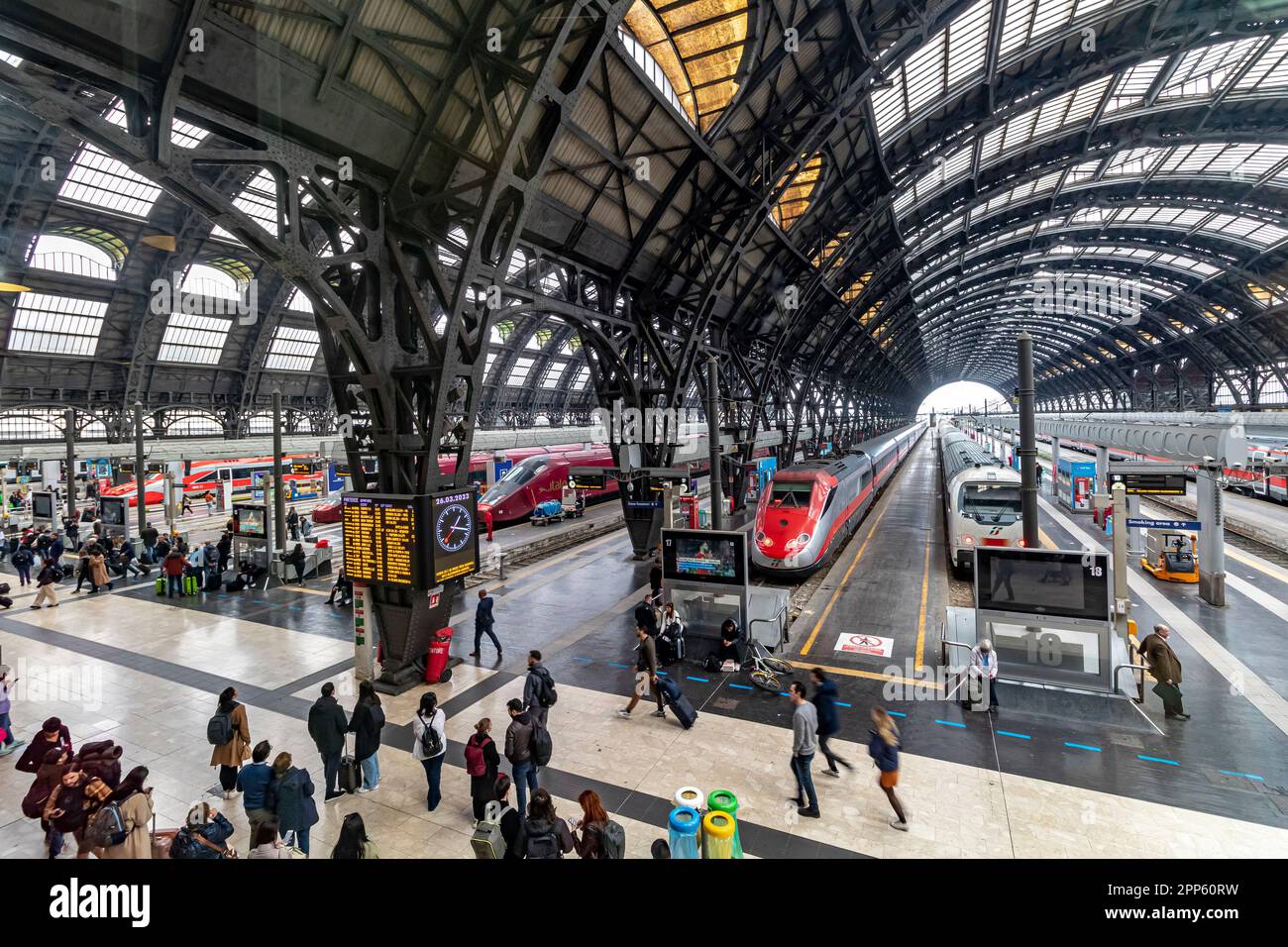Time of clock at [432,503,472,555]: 1:17
